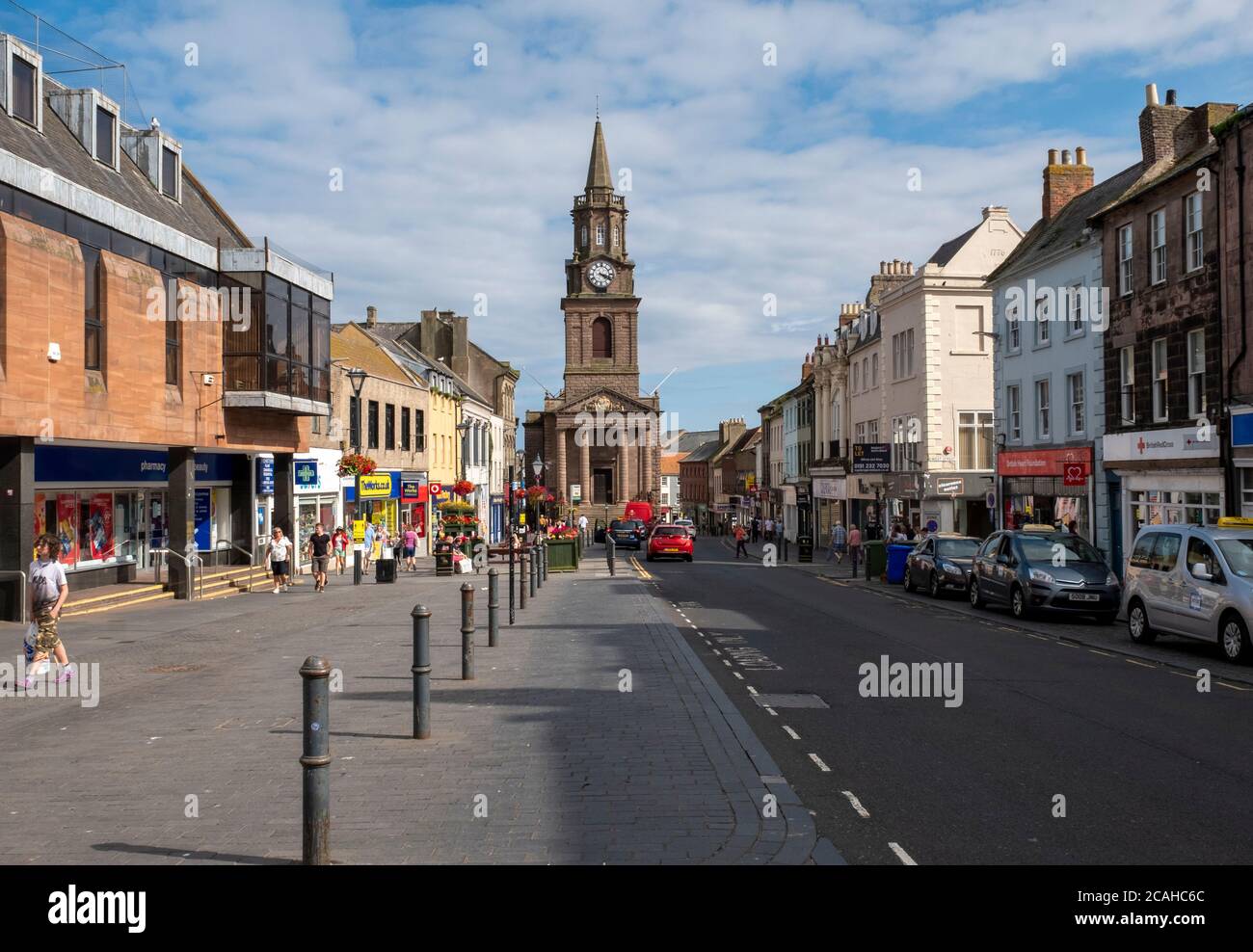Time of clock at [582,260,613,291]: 4:17
